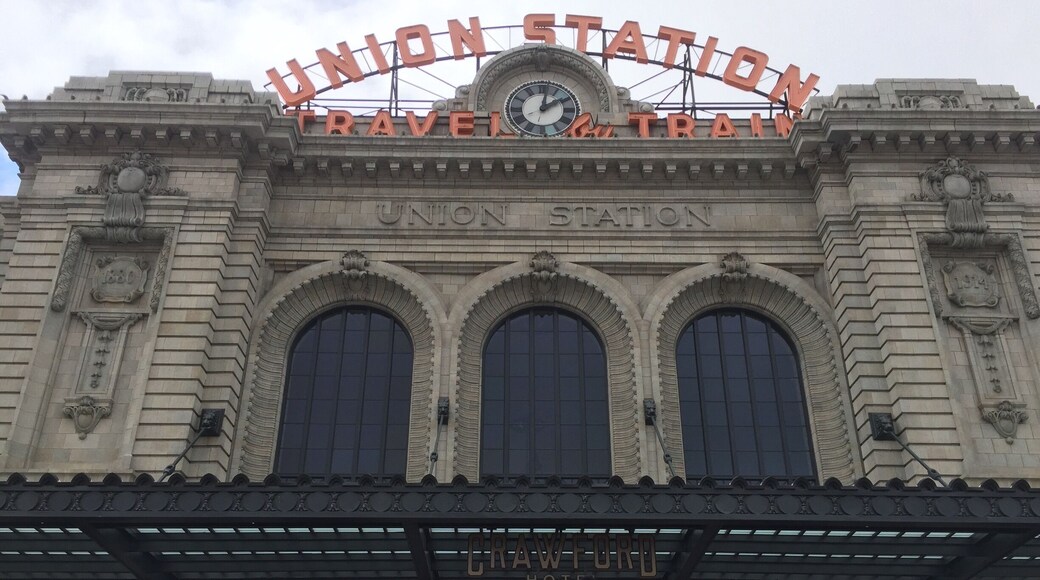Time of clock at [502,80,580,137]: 2:01
